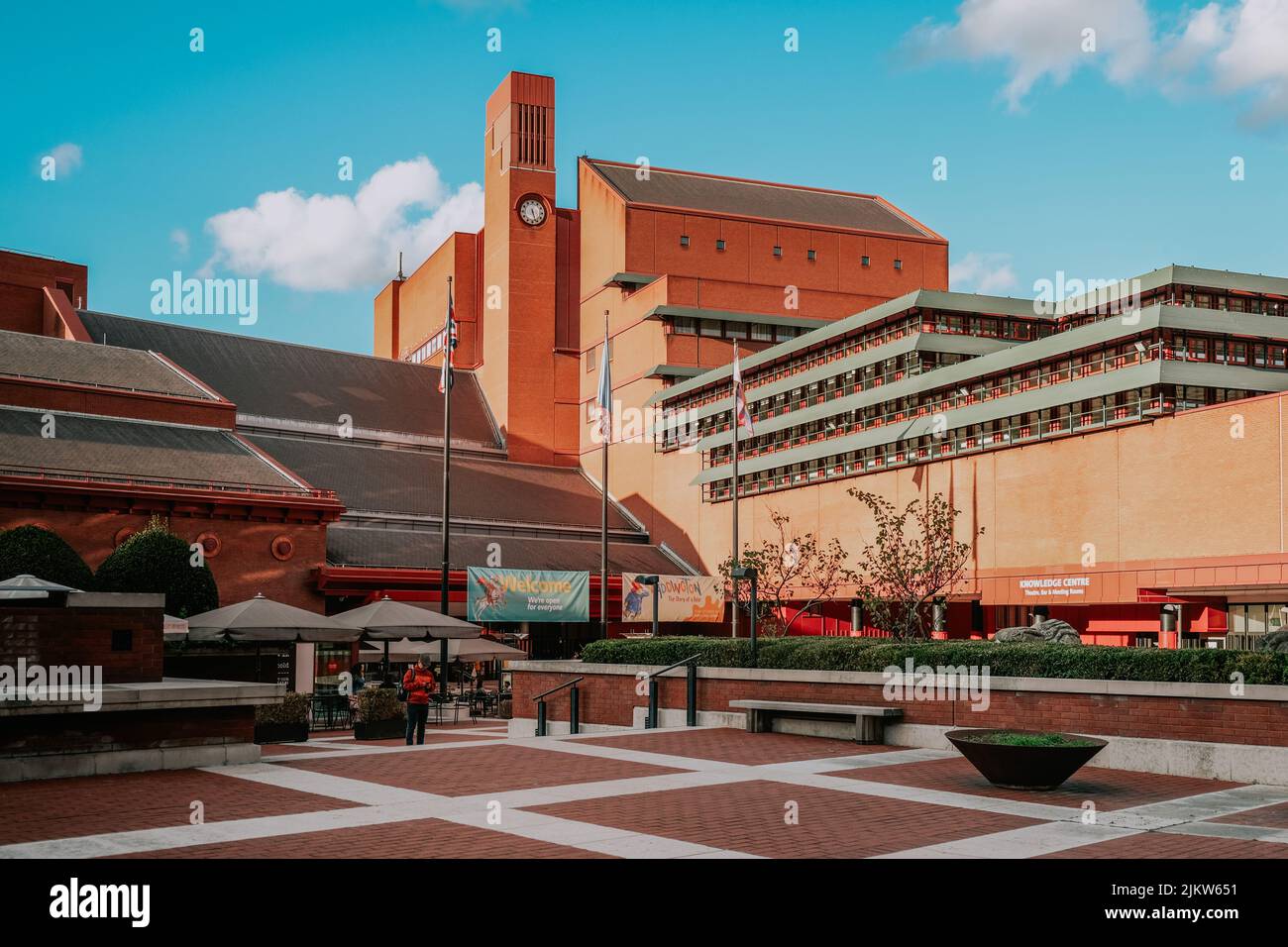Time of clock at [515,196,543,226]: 5:26
